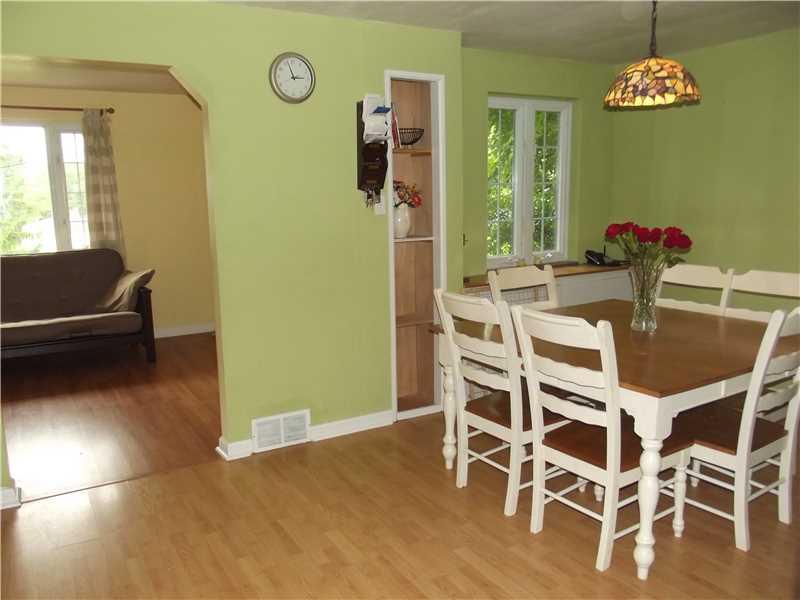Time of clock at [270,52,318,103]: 2:56
